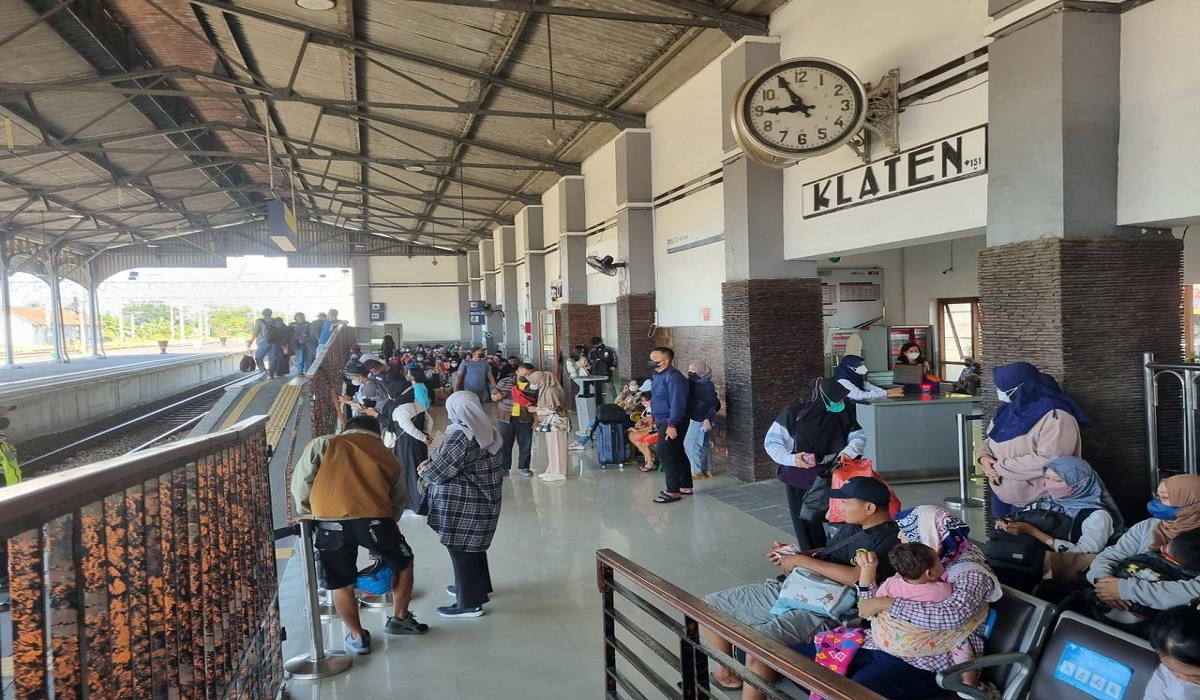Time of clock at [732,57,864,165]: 8:55
